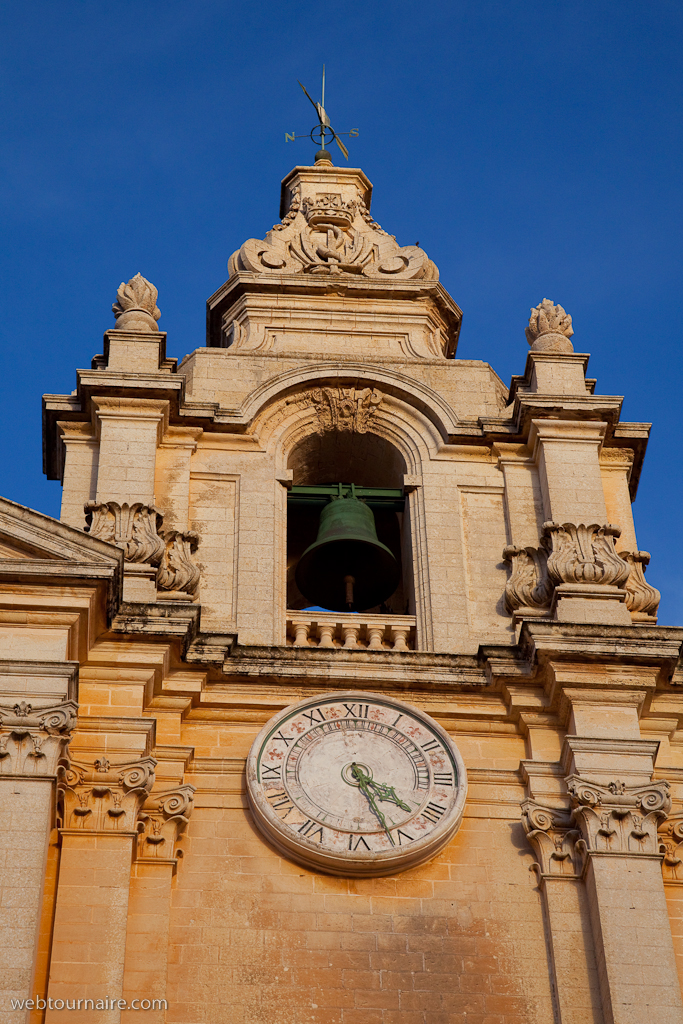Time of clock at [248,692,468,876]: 4:26
